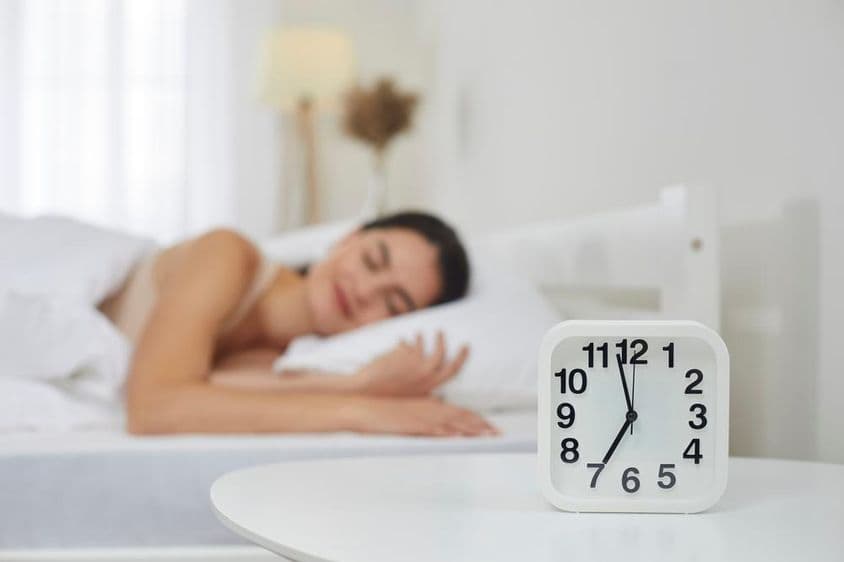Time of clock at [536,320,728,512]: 6:57
